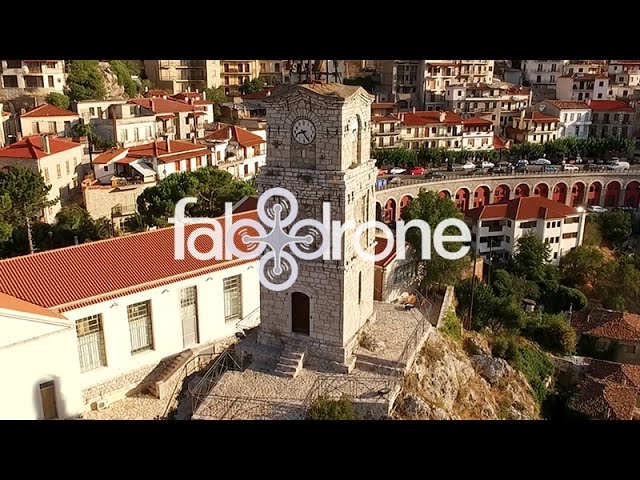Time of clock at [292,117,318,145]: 8:24
